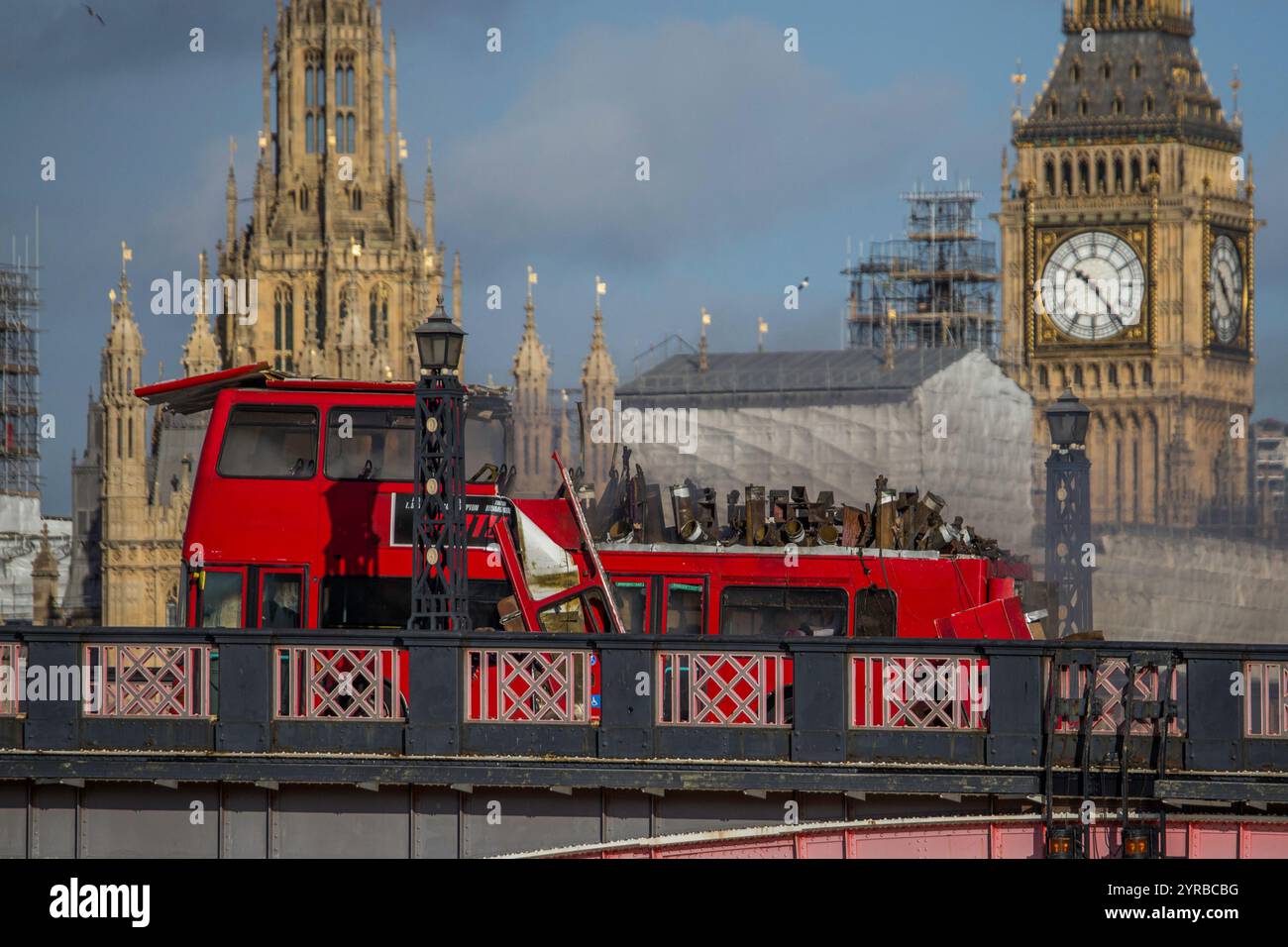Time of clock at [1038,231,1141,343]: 10:24
